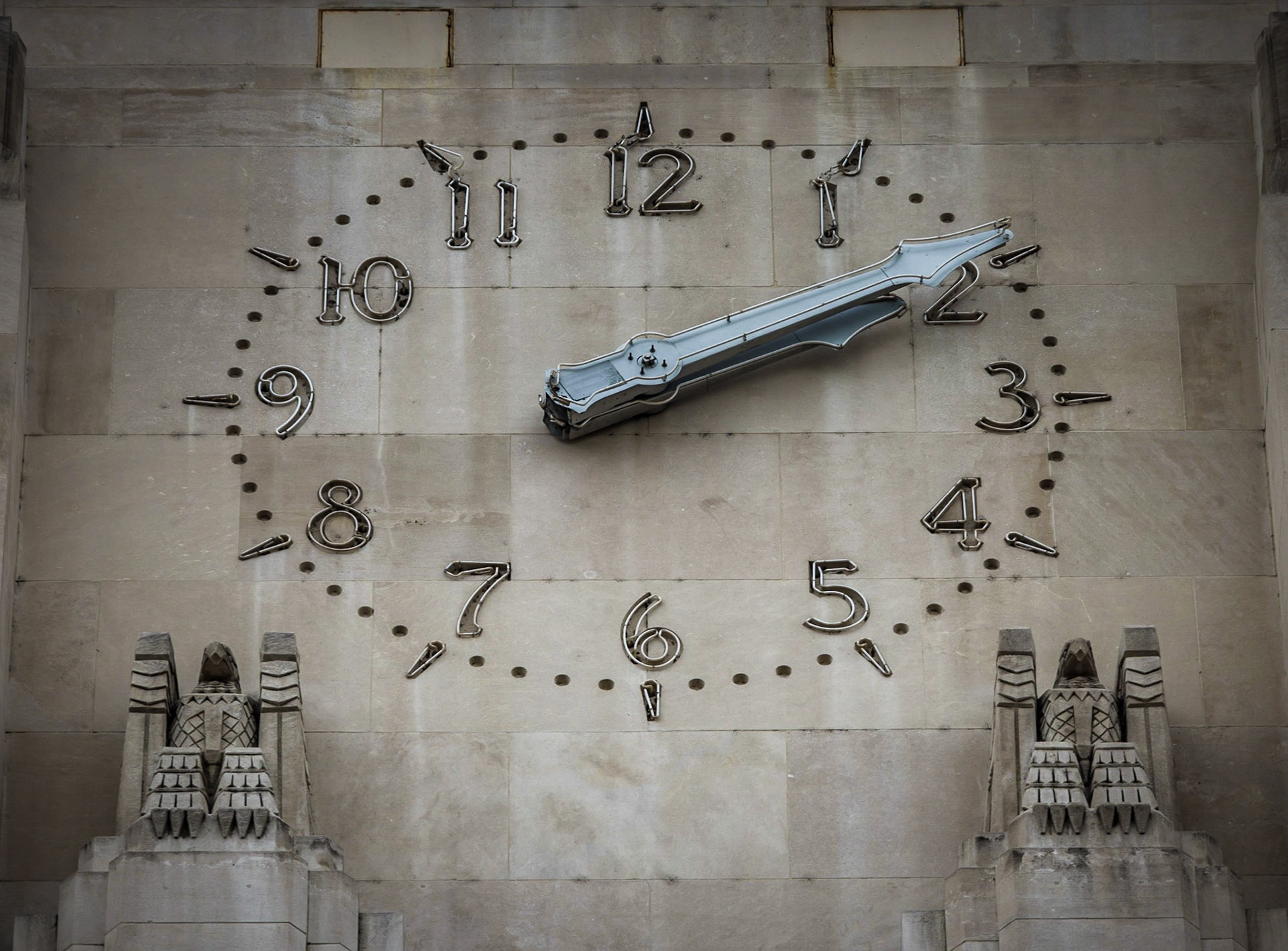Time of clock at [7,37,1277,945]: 2:09
